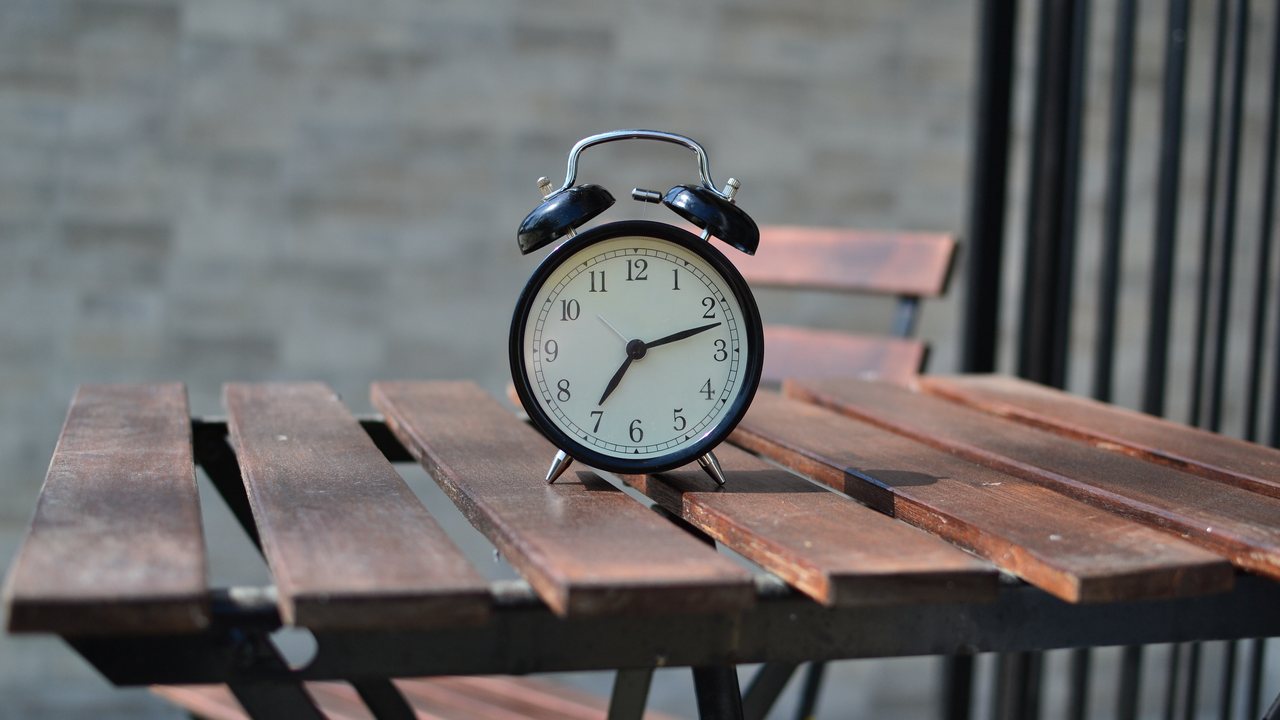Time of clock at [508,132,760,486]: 7:12
